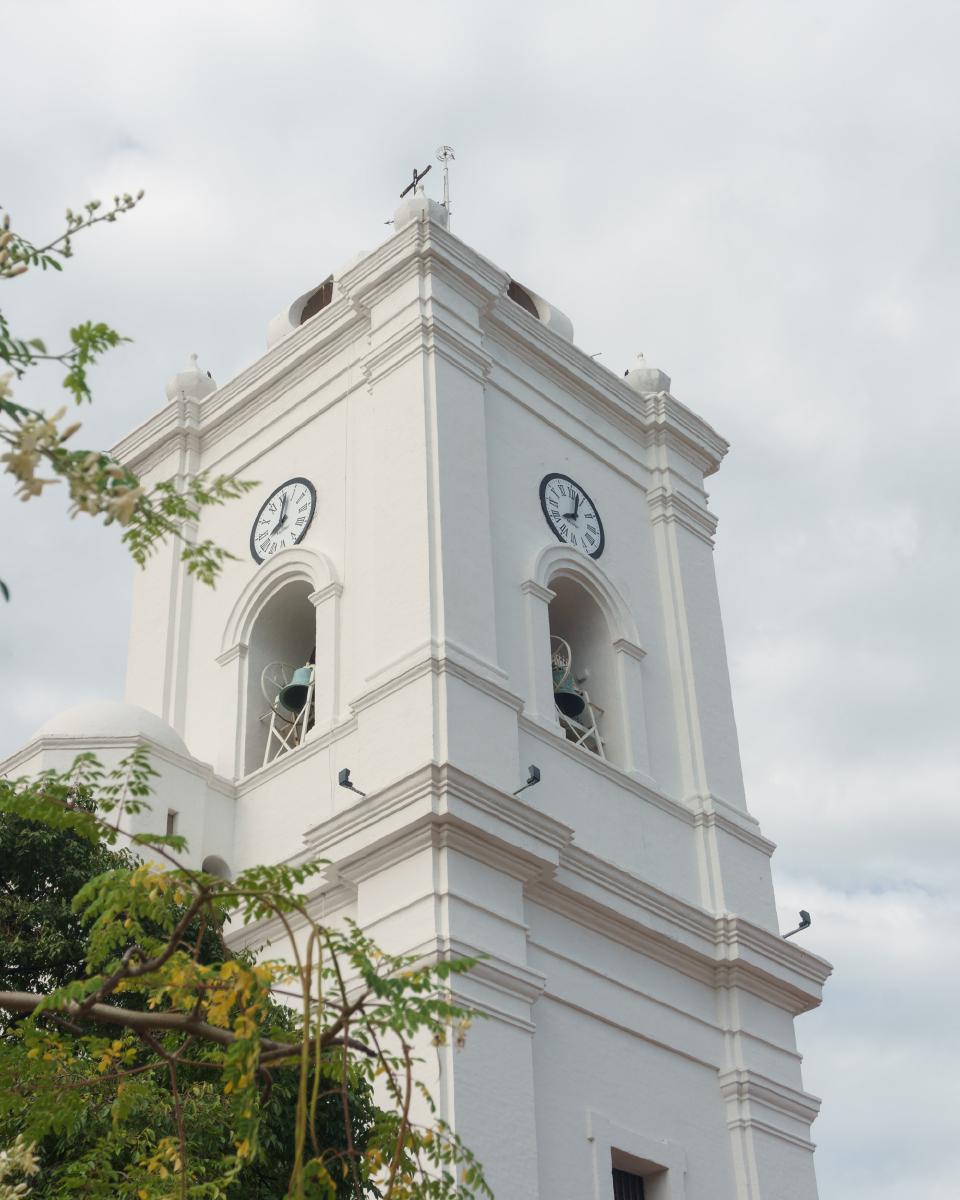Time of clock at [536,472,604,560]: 8:02
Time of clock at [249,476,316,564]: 8:01
